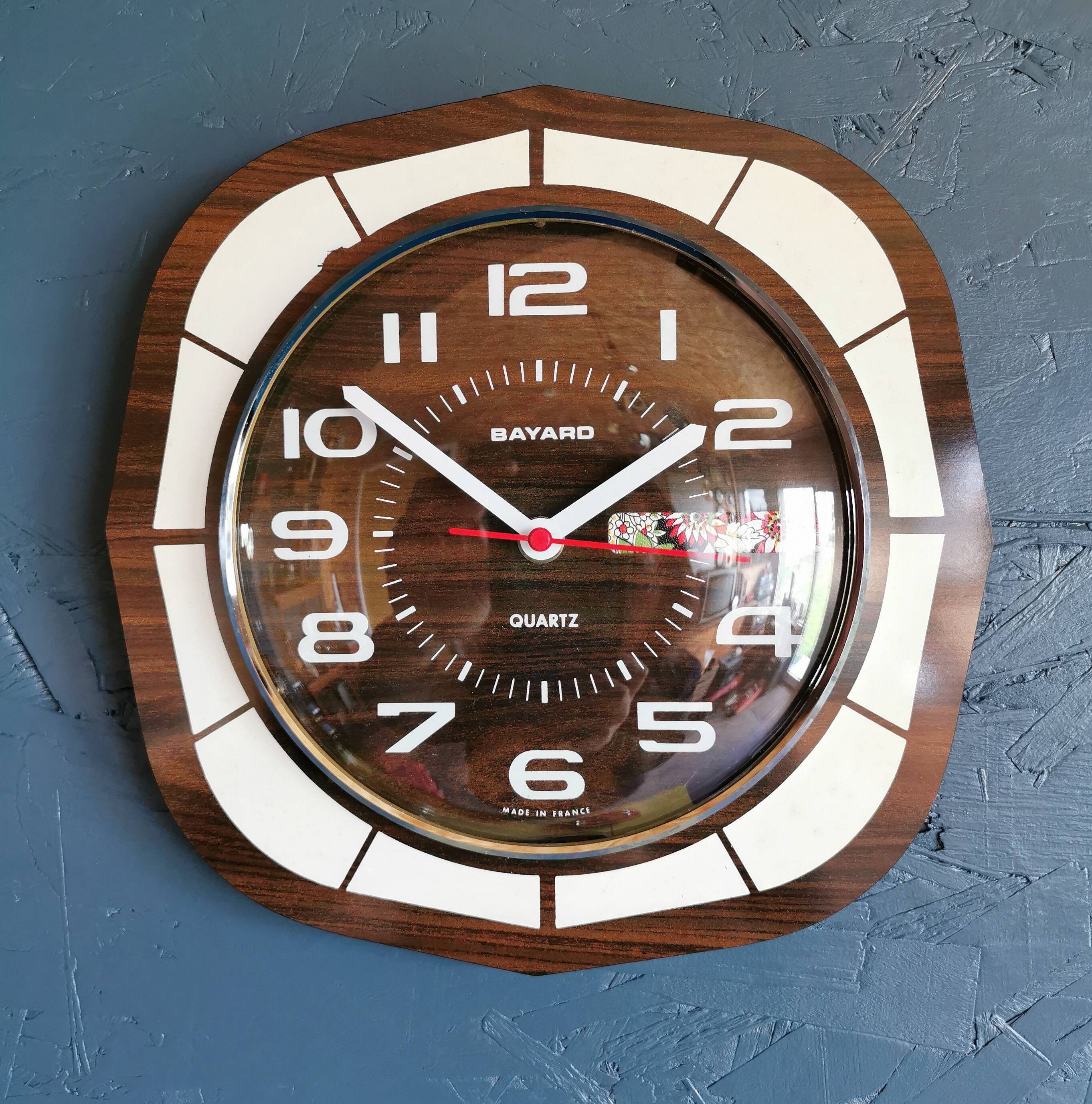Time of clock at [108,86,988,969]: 1:51
